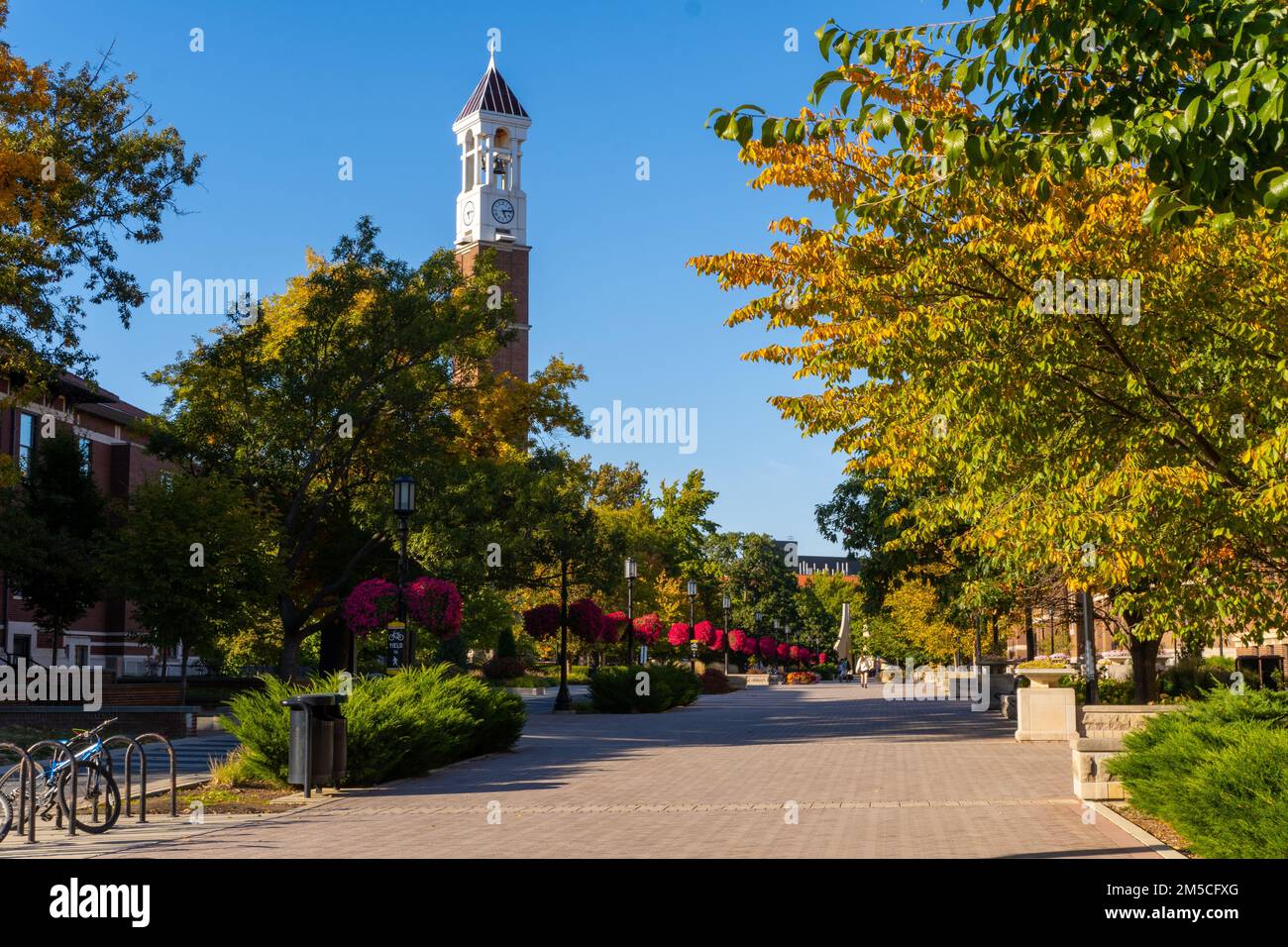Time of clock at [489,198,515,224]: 5:13
